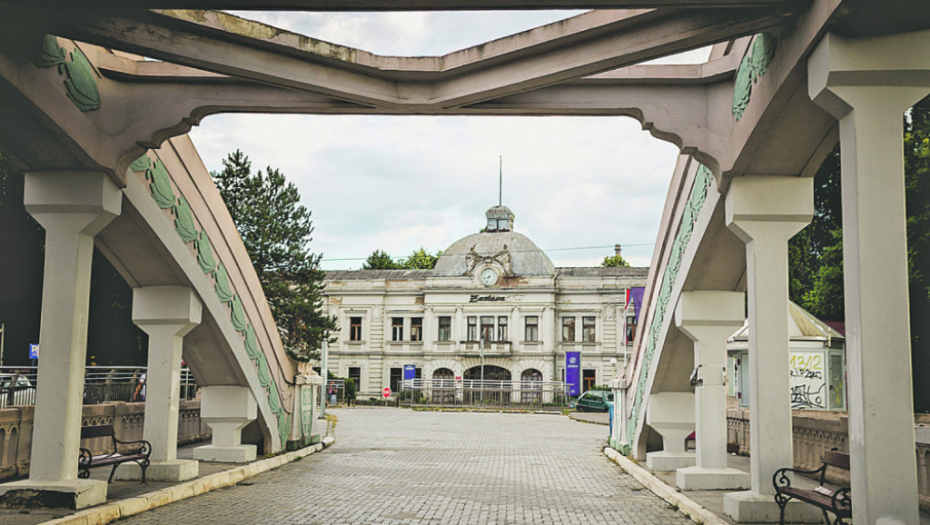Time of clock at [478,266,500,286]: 8:33
